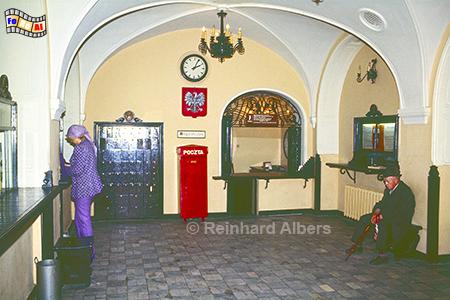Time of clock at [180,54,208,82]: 2:04
